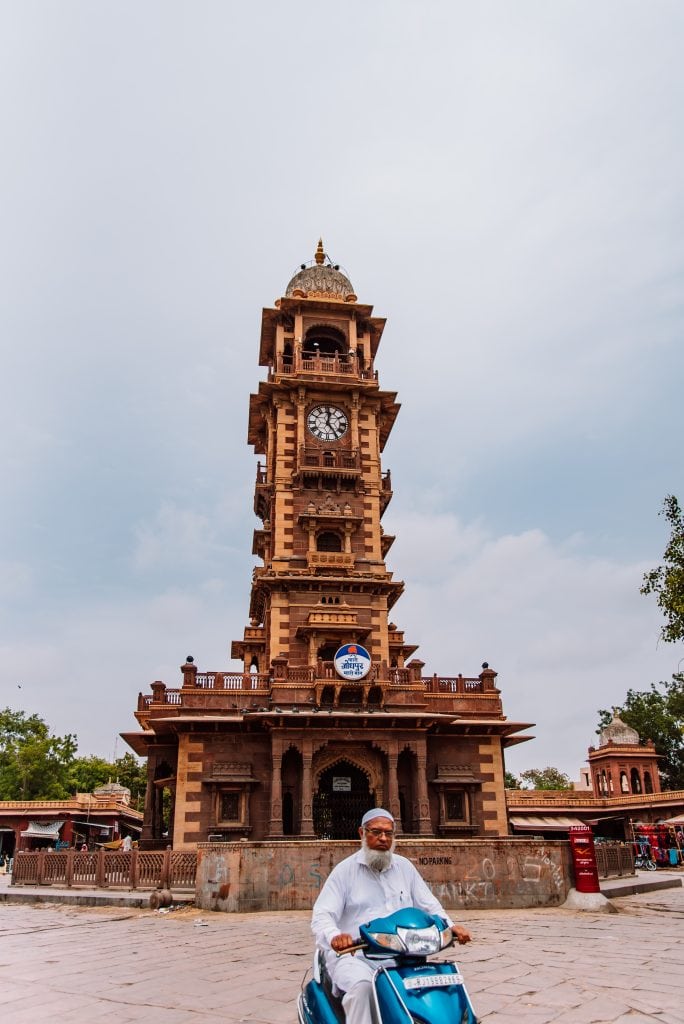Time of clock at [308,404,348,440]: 12:23
